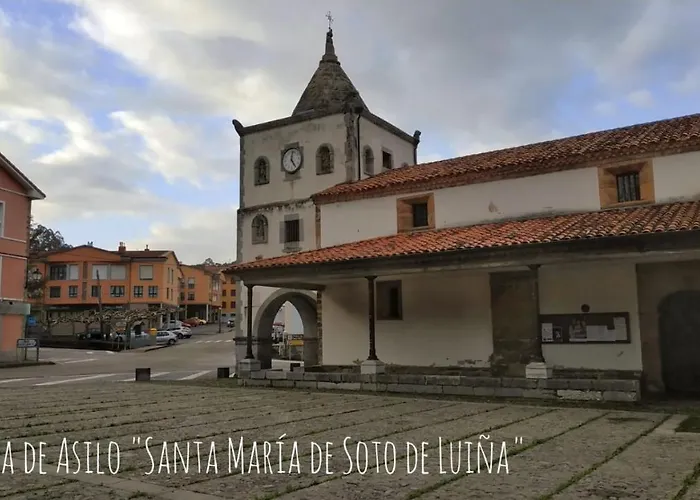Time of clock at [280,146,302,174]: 12:24
